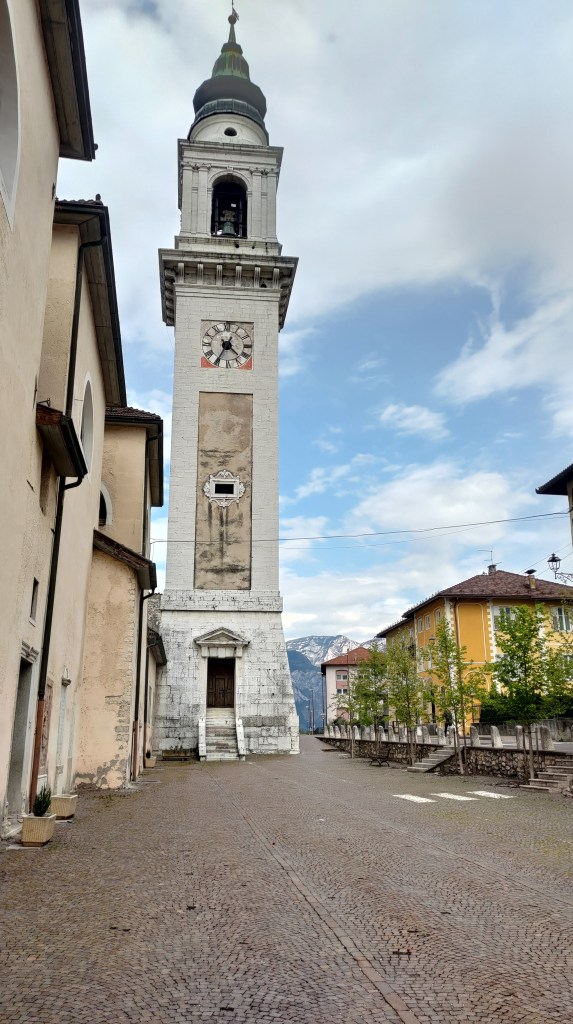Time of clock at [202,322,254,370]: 4:35
